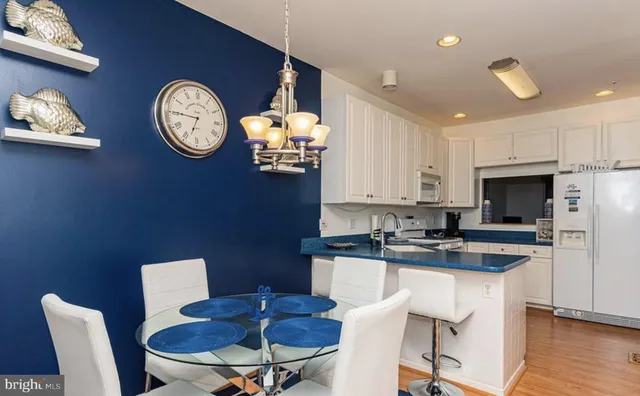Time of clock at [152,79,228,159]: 6:45
